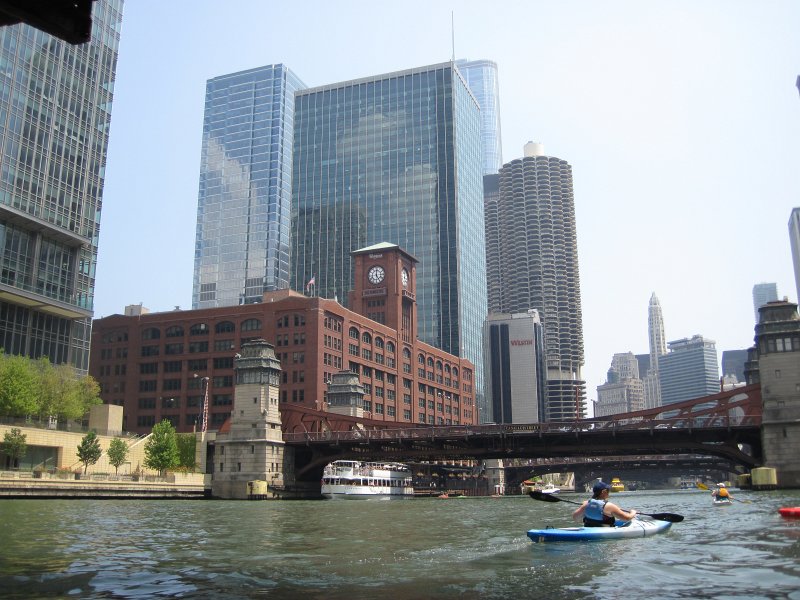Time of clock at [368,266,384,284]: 5:00
